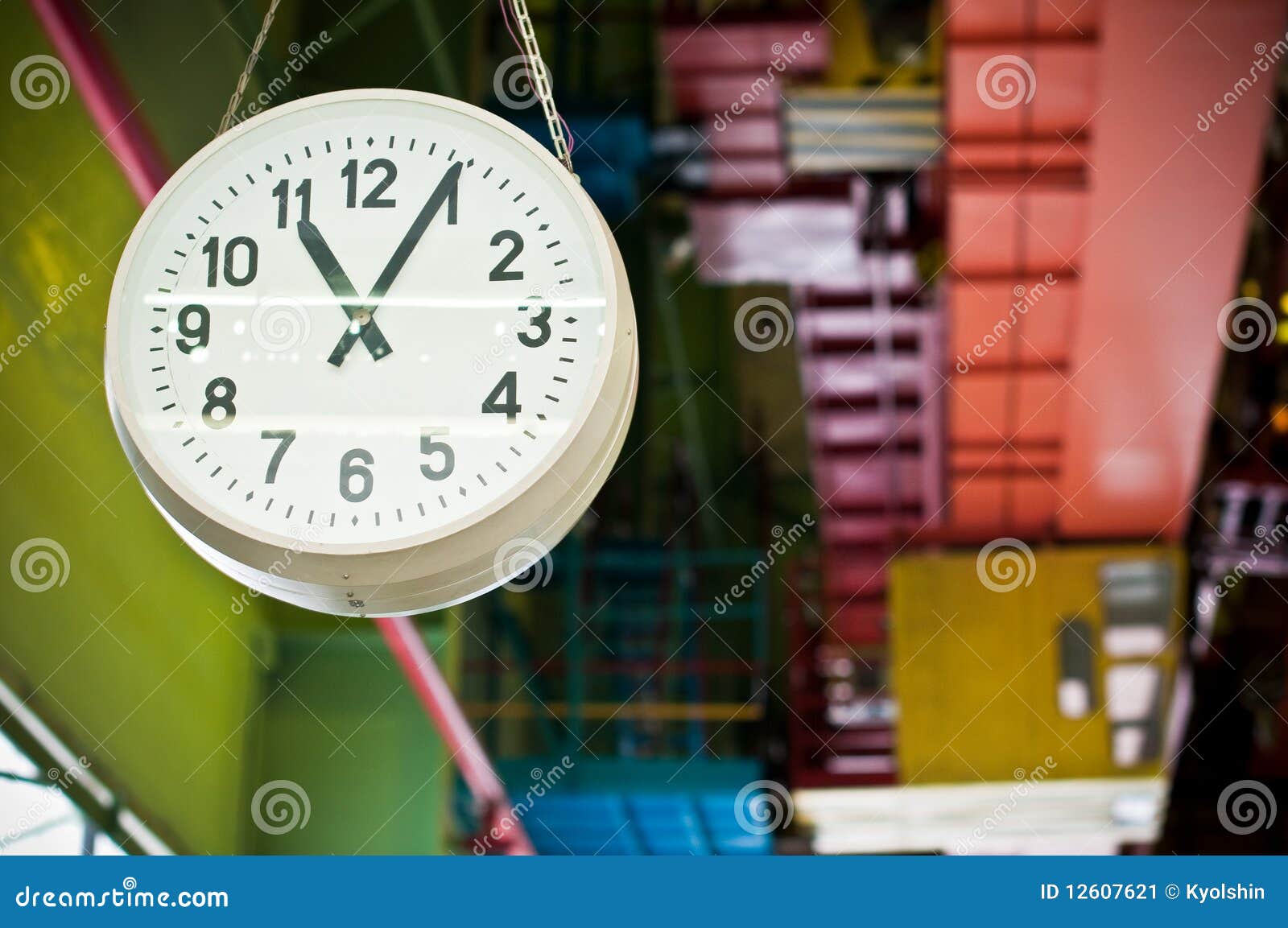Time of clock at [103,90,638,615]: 11:04
